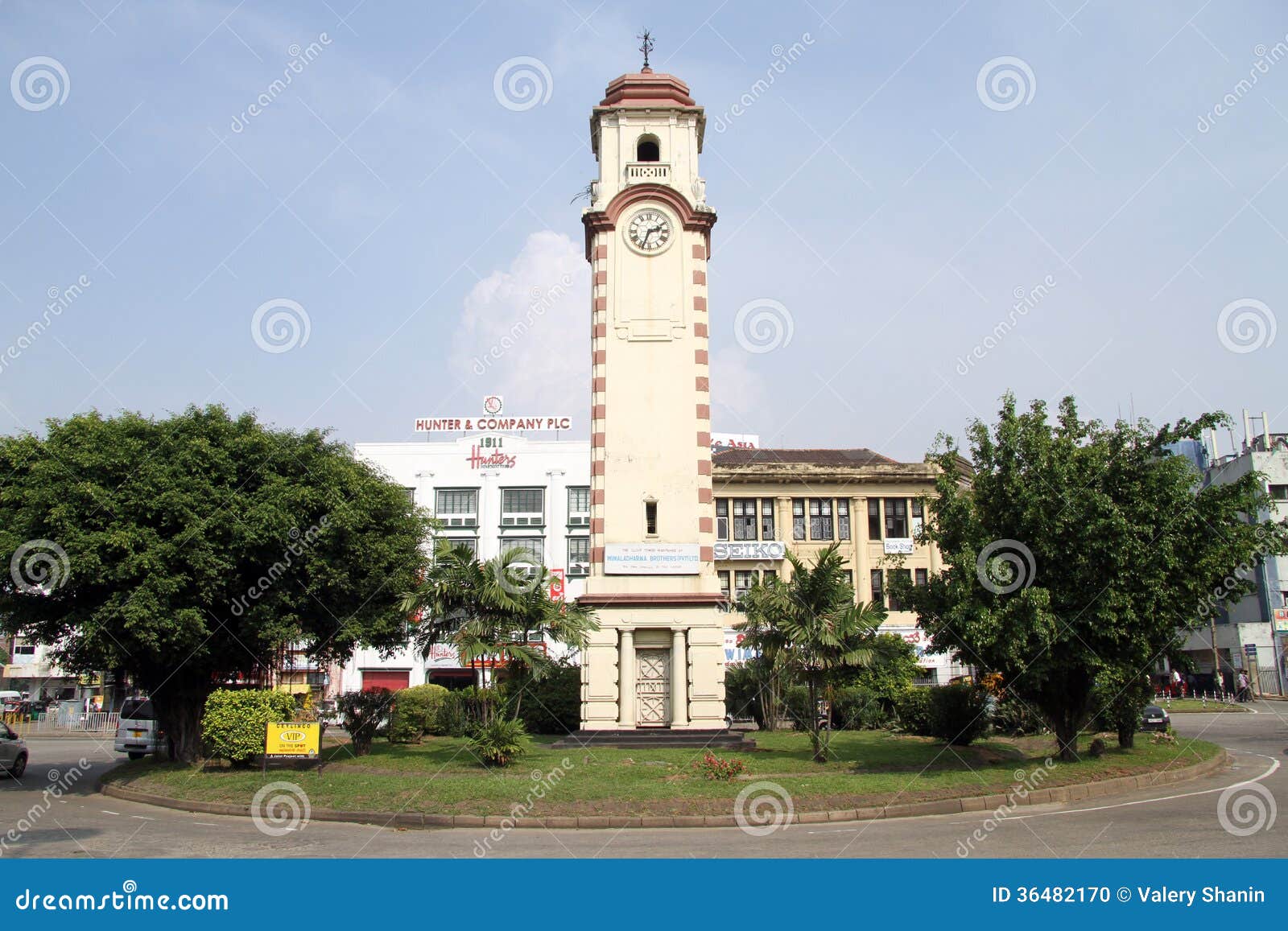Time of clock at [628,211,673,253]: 2:33
